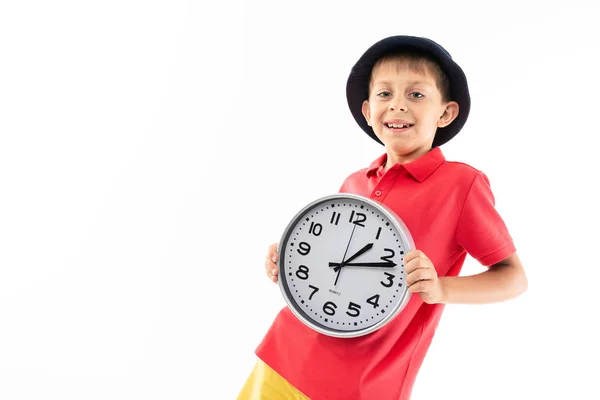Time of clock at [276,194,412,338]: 1:12
